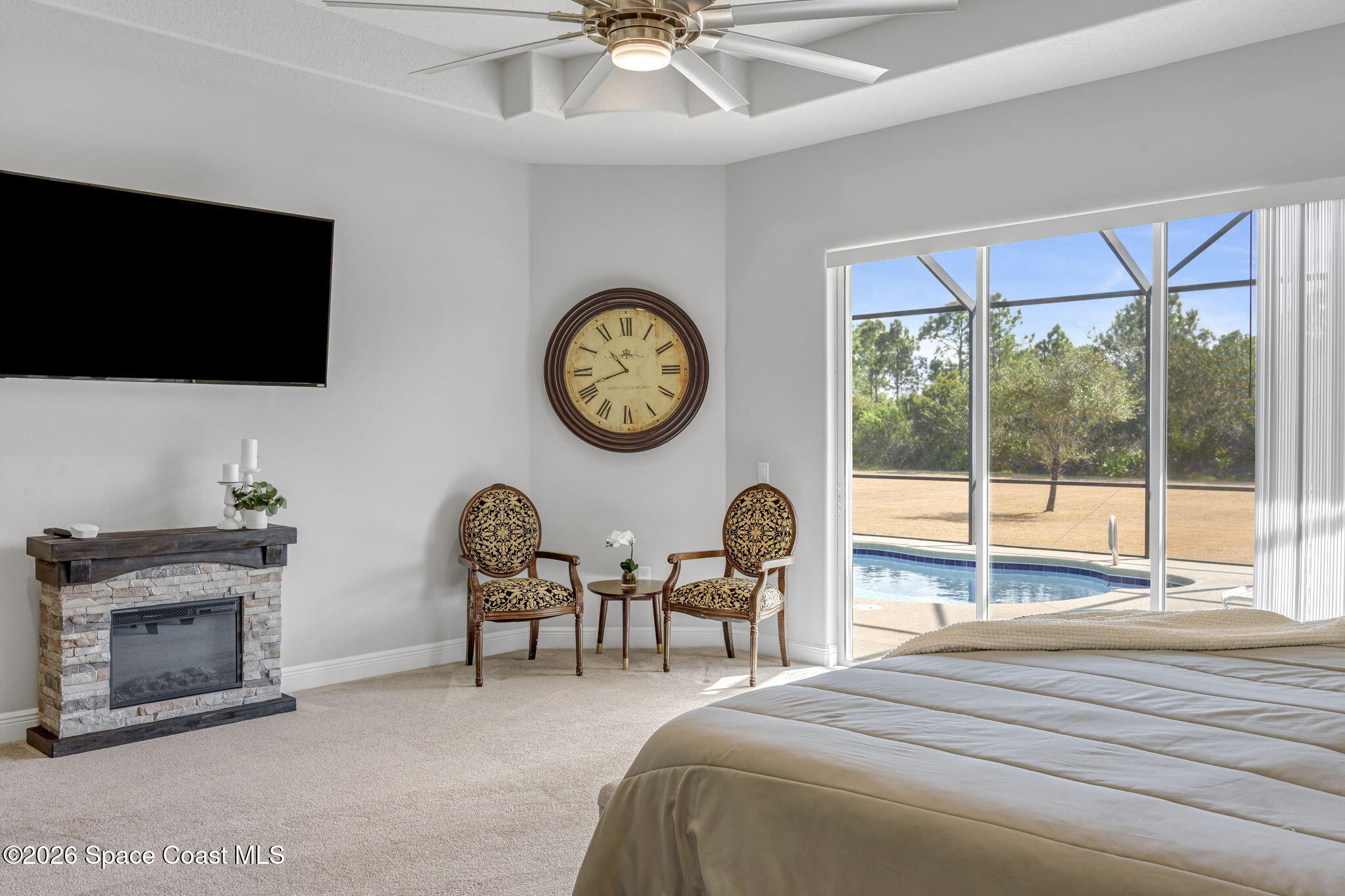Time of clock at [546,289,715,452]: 10:41
